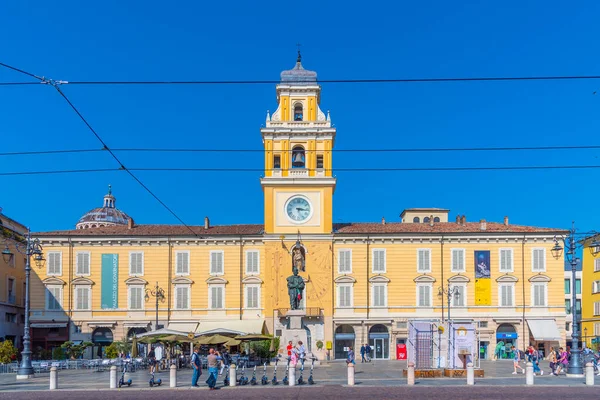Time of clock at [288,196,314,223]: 3:16
